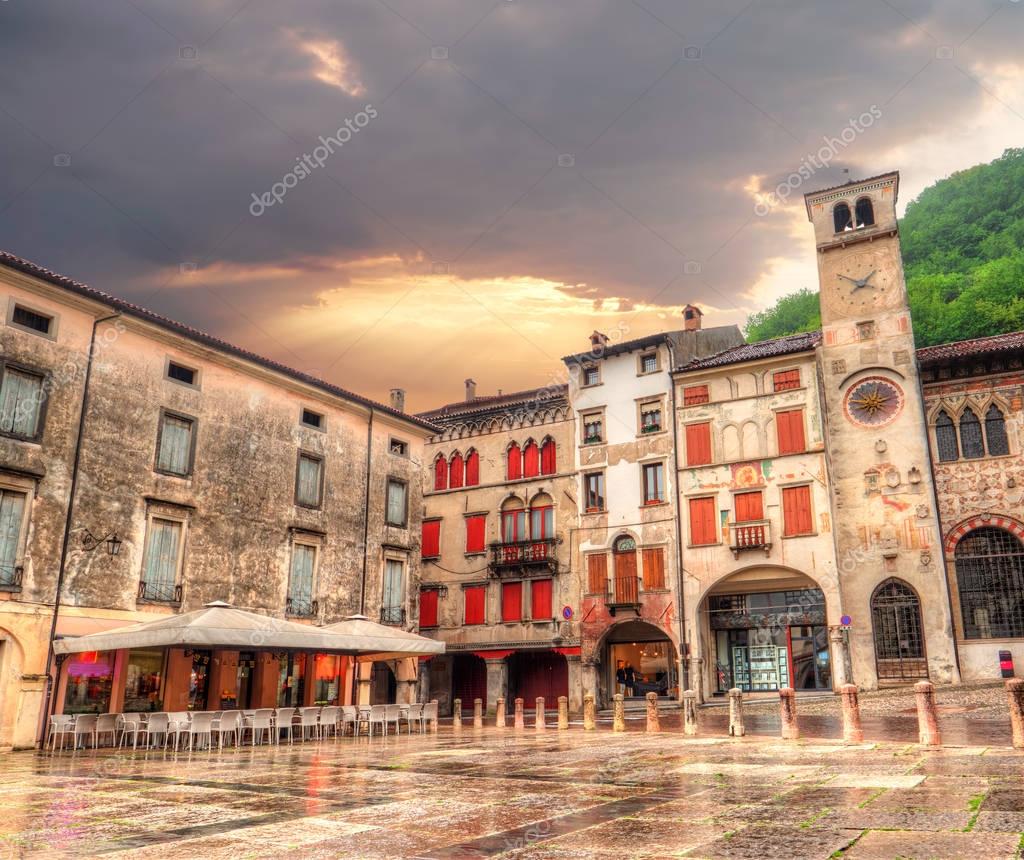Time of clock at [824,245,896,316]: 1:50
